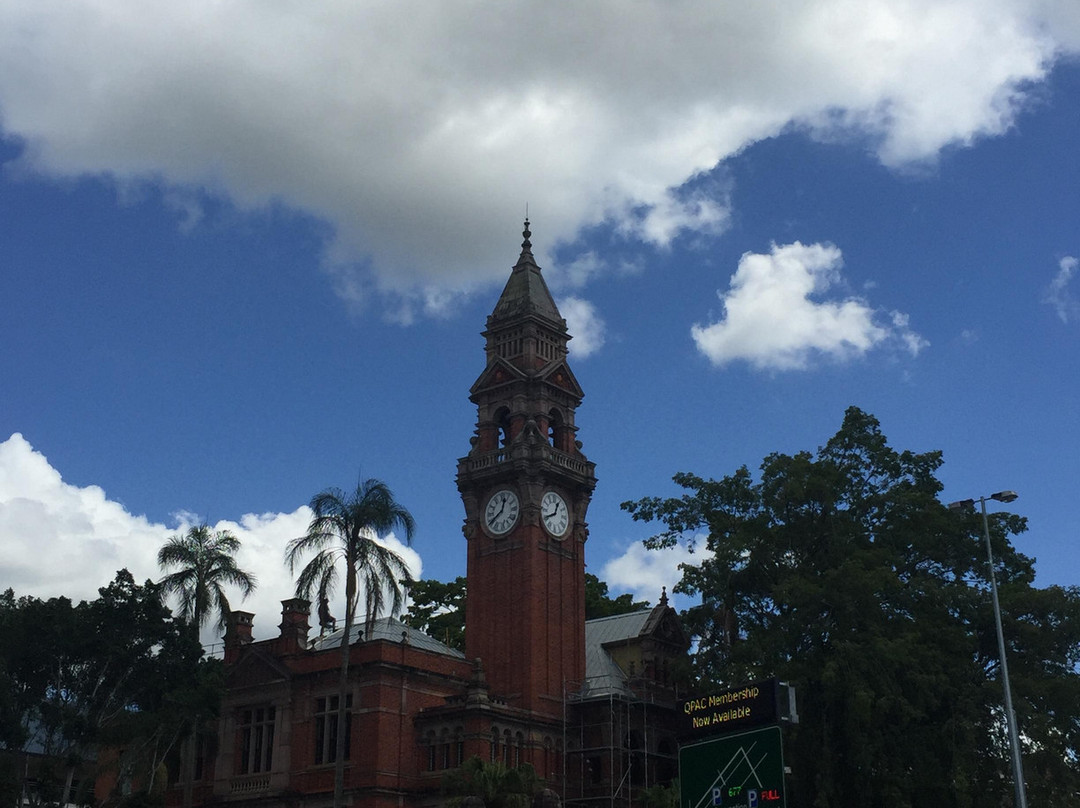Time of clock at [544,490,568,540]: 12:40
